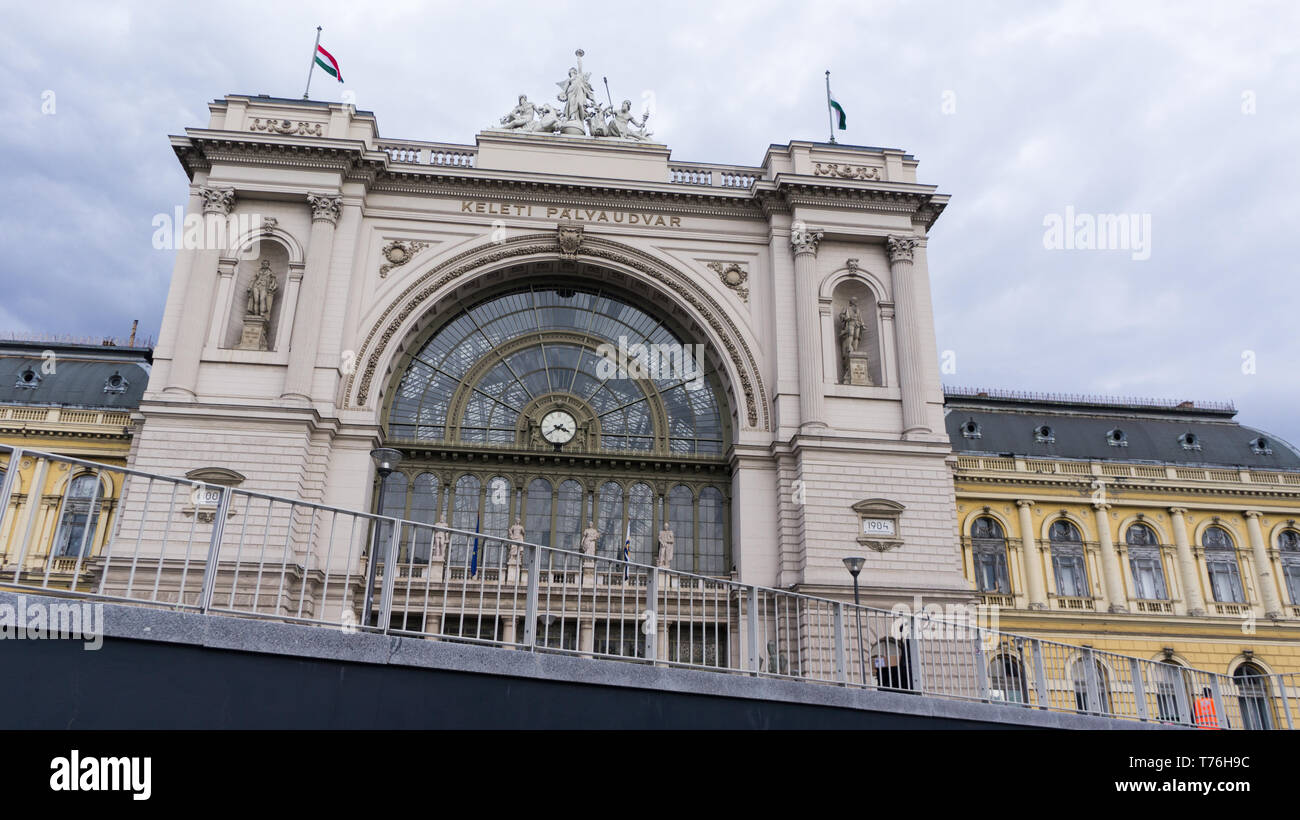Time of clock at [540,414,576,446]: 3:39
